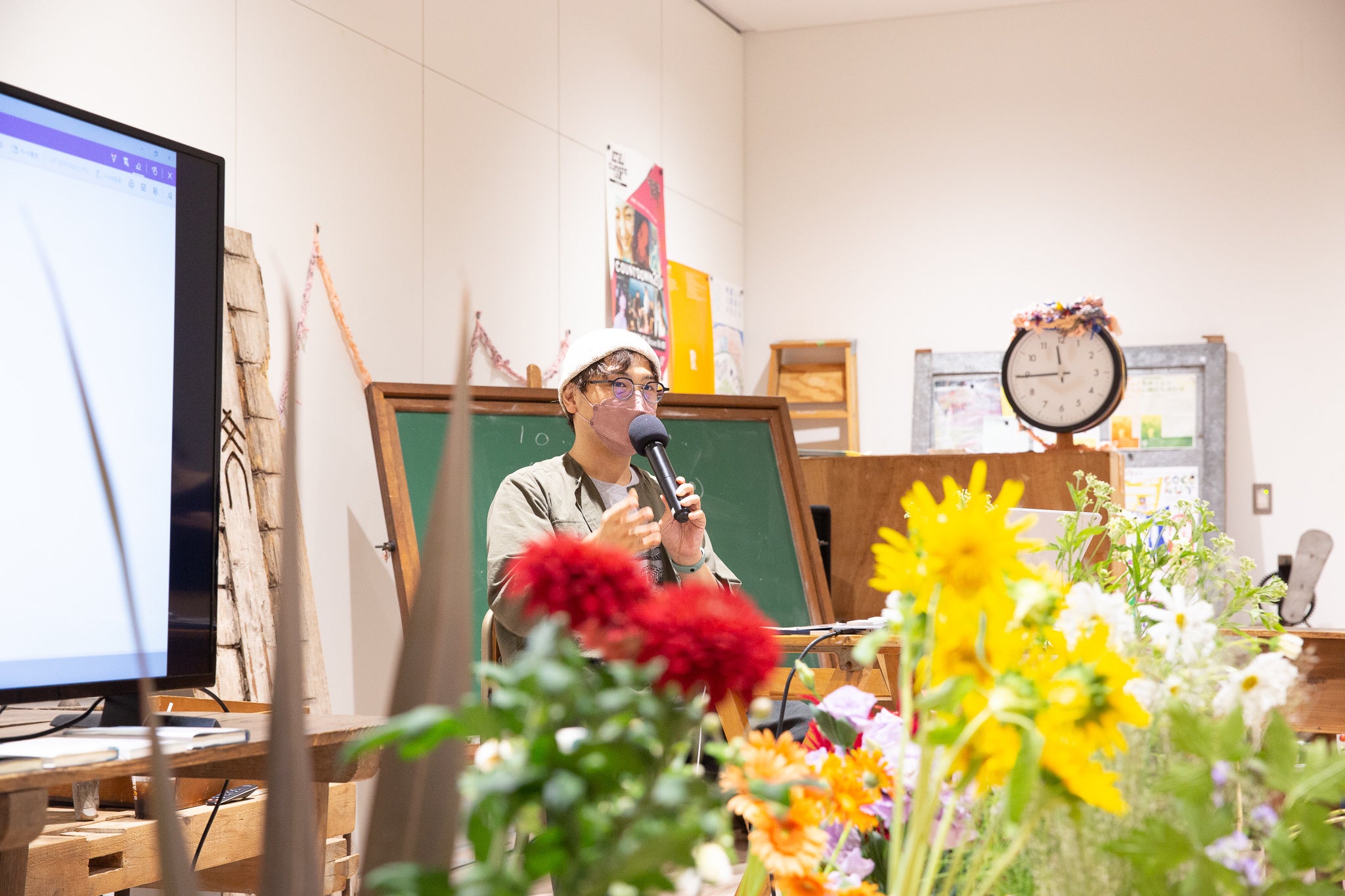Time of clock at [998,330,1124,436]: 11:44
